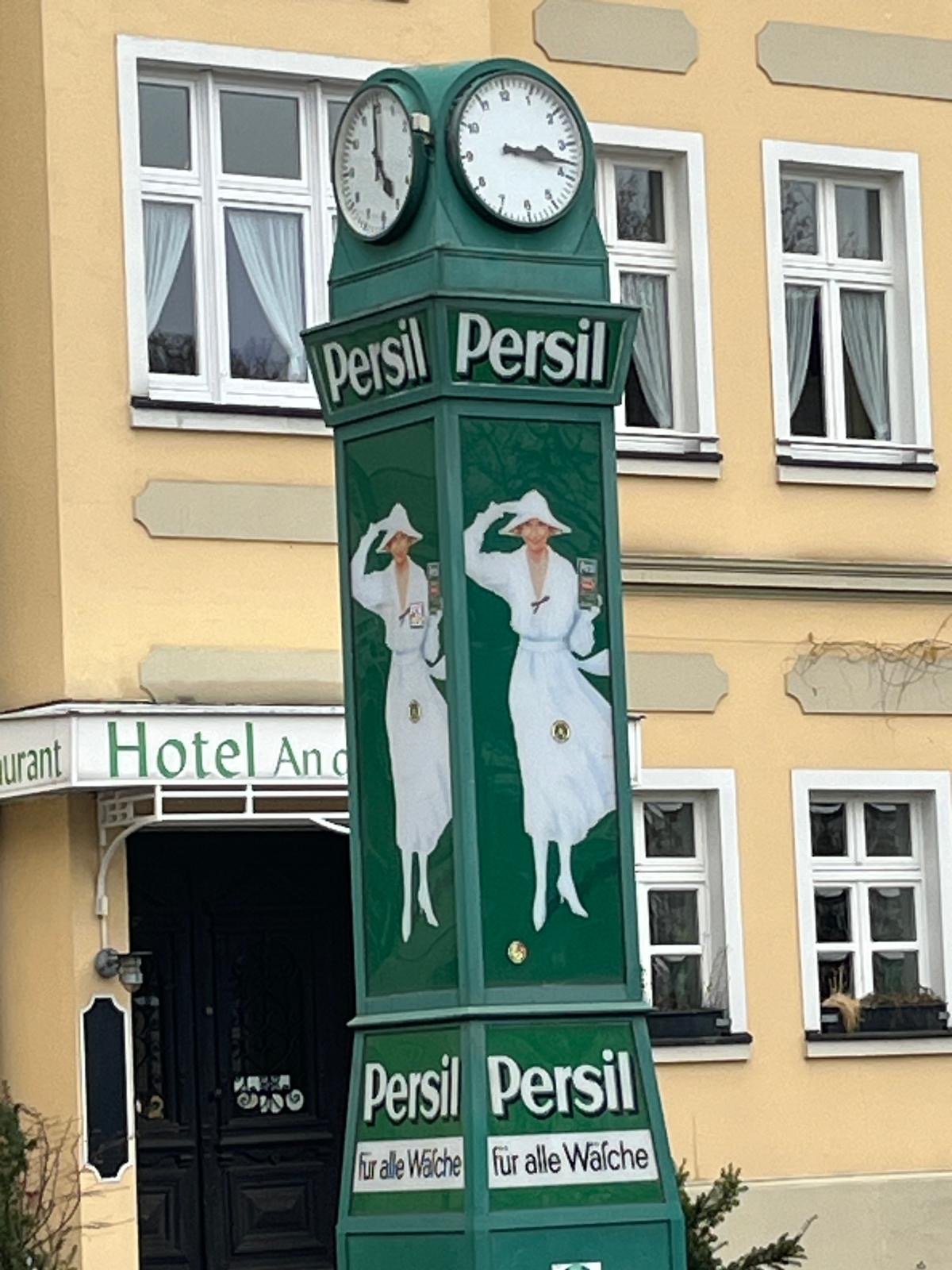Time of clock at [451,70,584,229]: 3:17
